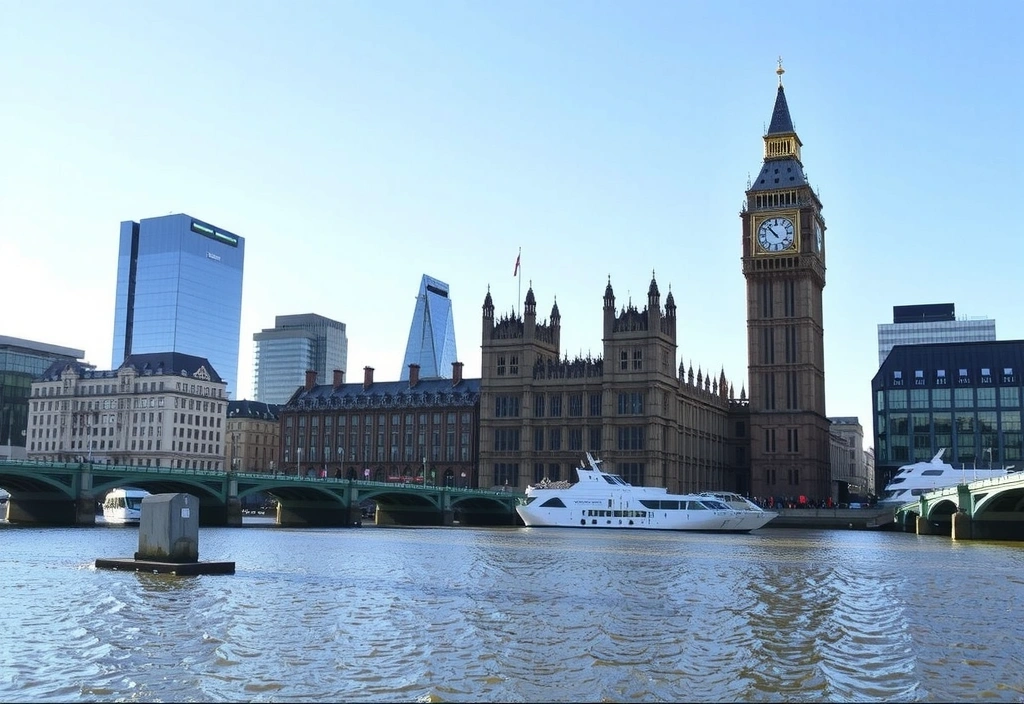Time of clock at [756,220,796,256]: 10:53
